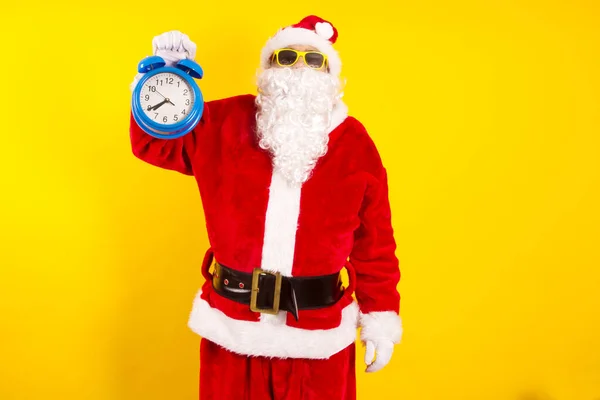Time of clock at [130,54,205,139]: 7:39
